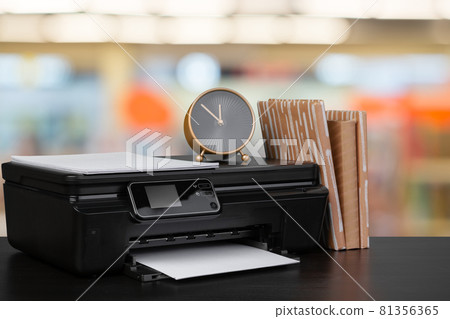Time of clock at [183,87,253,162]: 11:51
